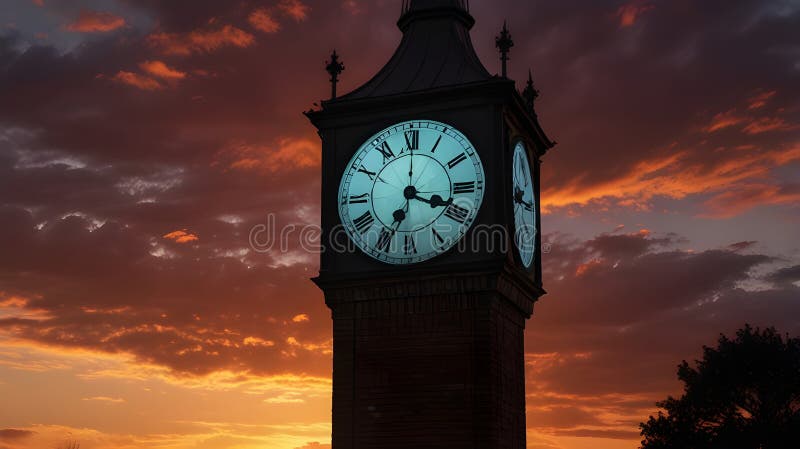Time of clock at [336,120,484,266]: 3:34
